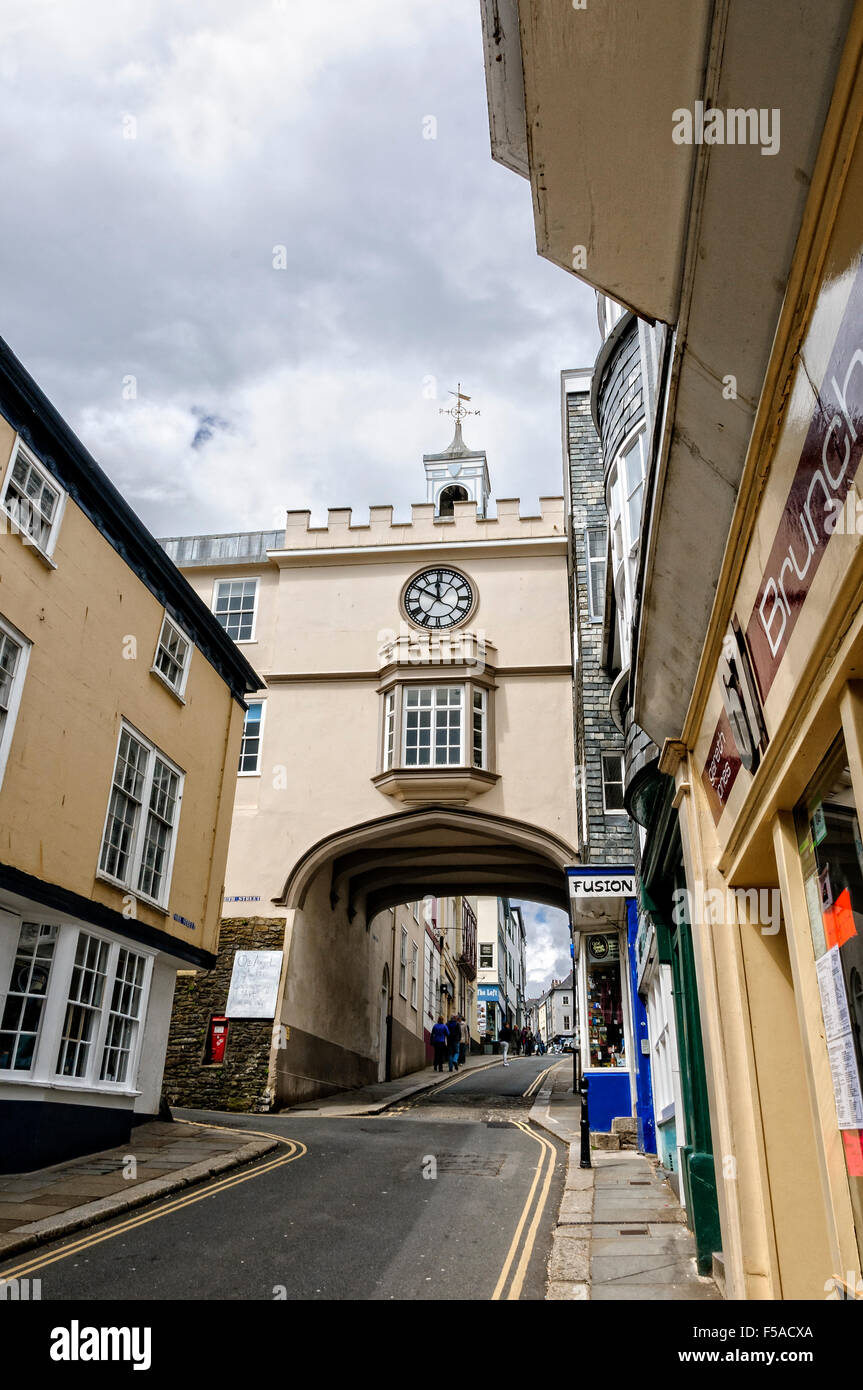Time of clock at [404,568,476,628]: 11:50
